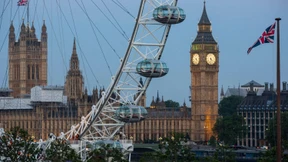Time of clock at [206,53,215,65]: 4:31
